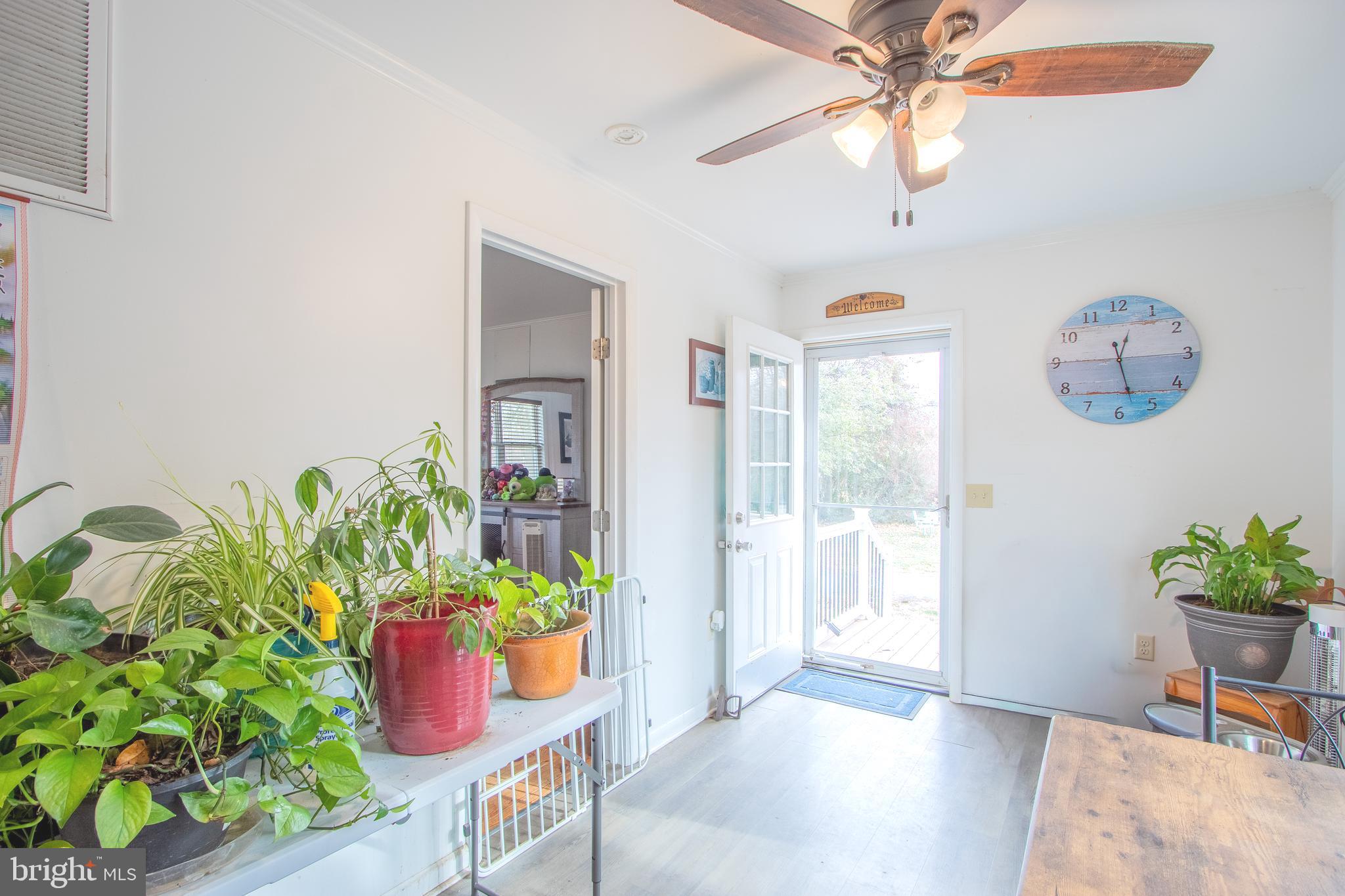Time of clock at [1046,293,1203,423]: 12:27
